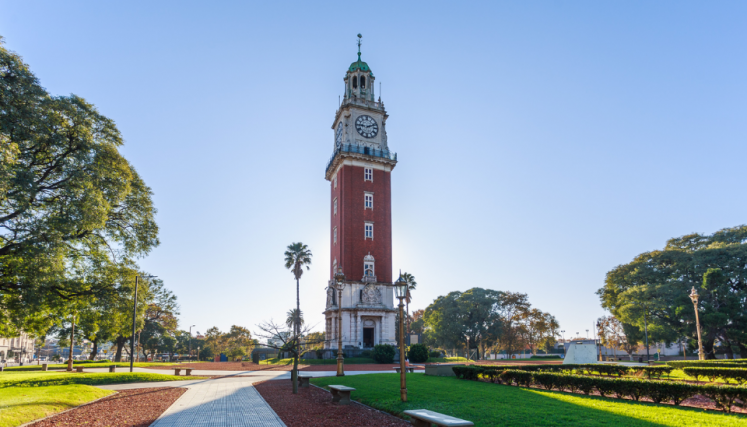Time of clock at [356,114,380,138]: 9:11
